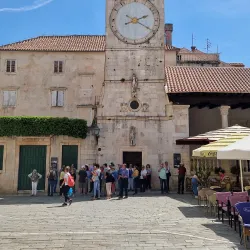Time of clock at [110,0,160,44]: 2:20
